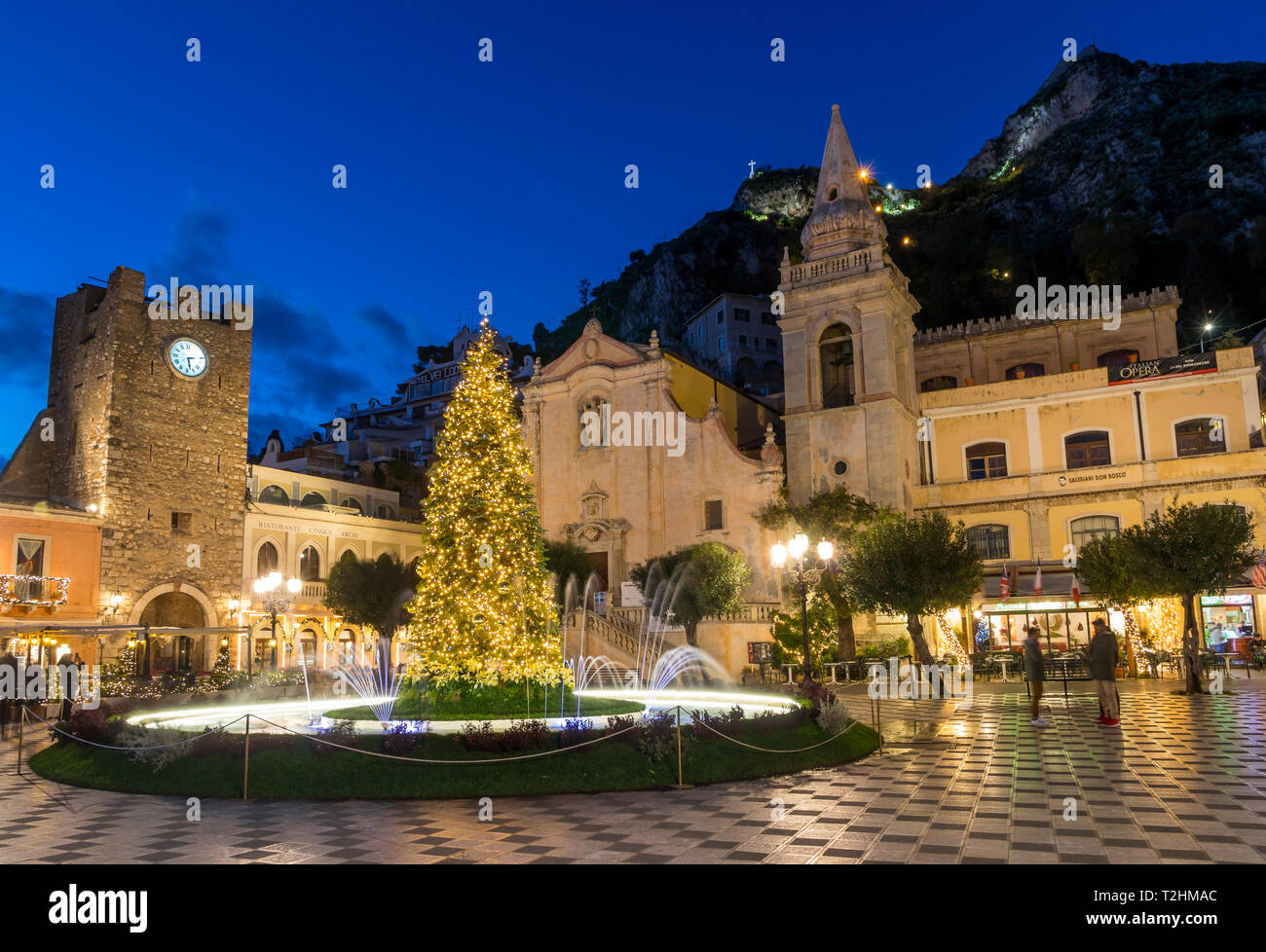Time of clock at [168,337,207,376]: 2:27
